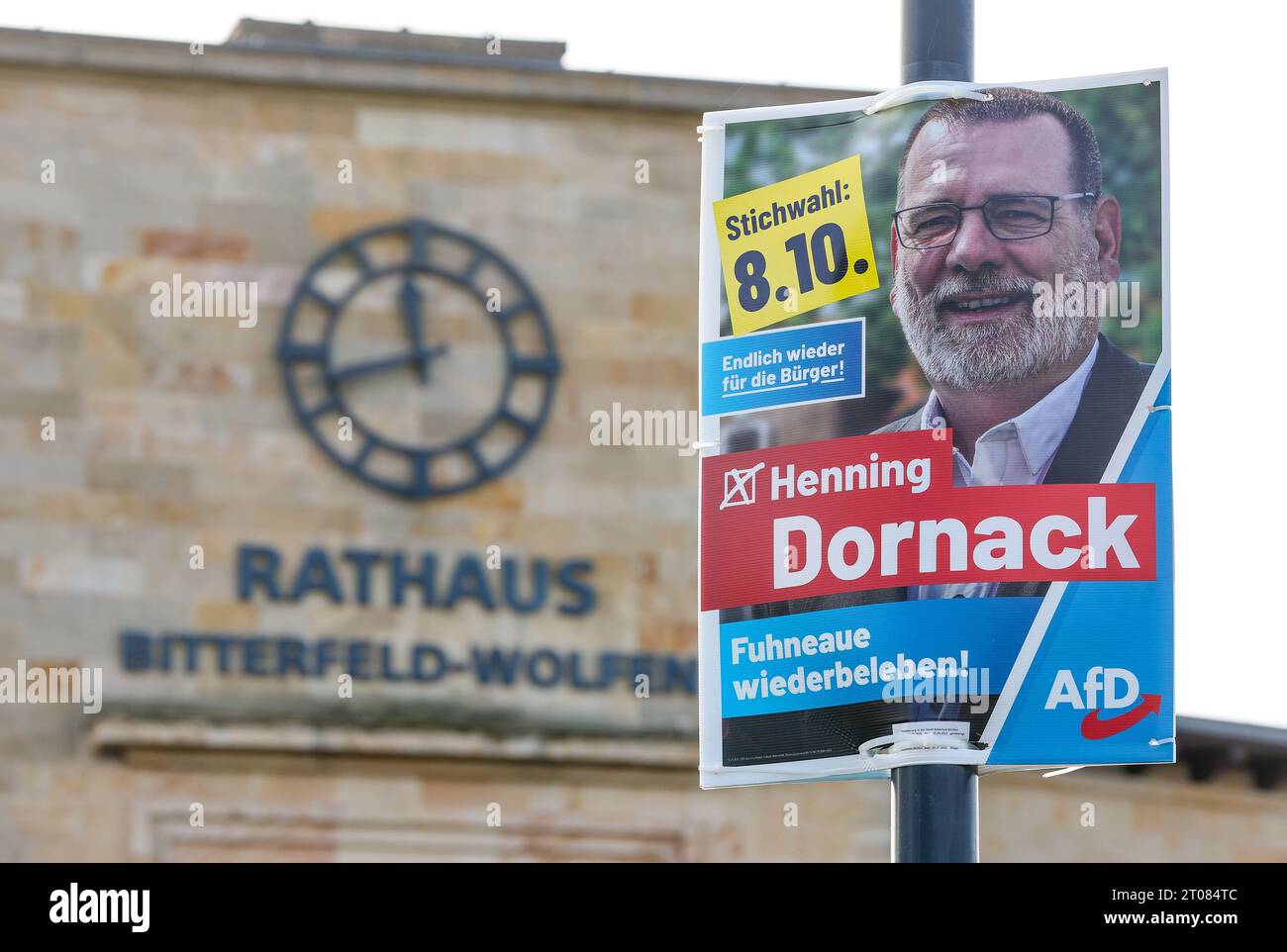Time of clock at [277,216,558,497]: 11:42
